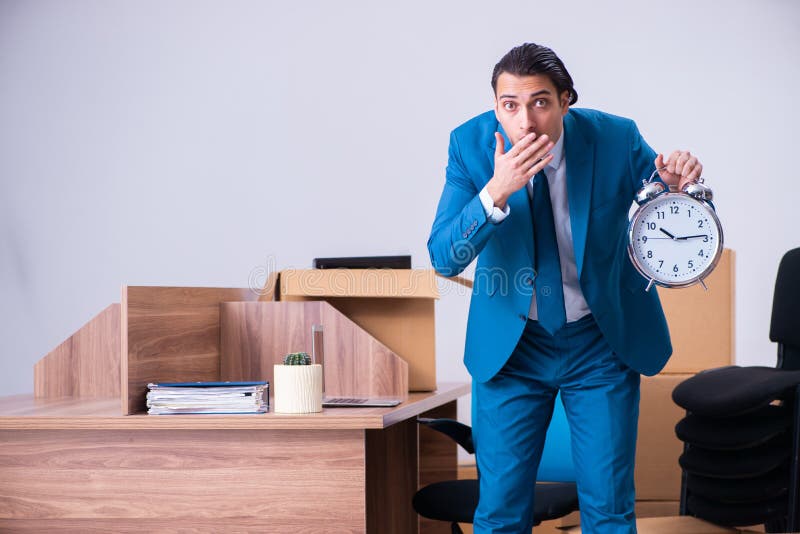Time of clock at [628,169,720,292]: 10:14
